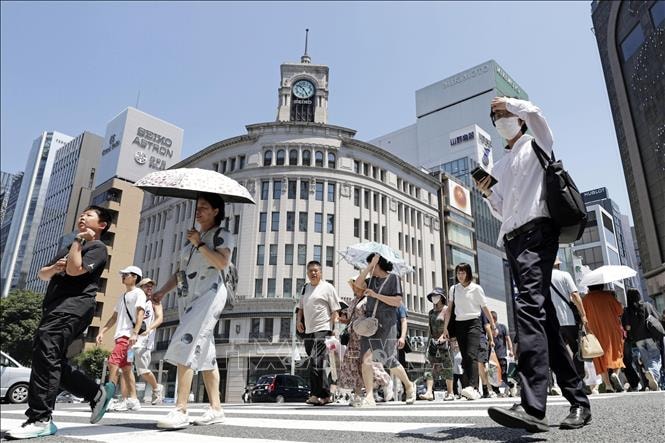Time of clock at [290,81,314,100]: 10:24
